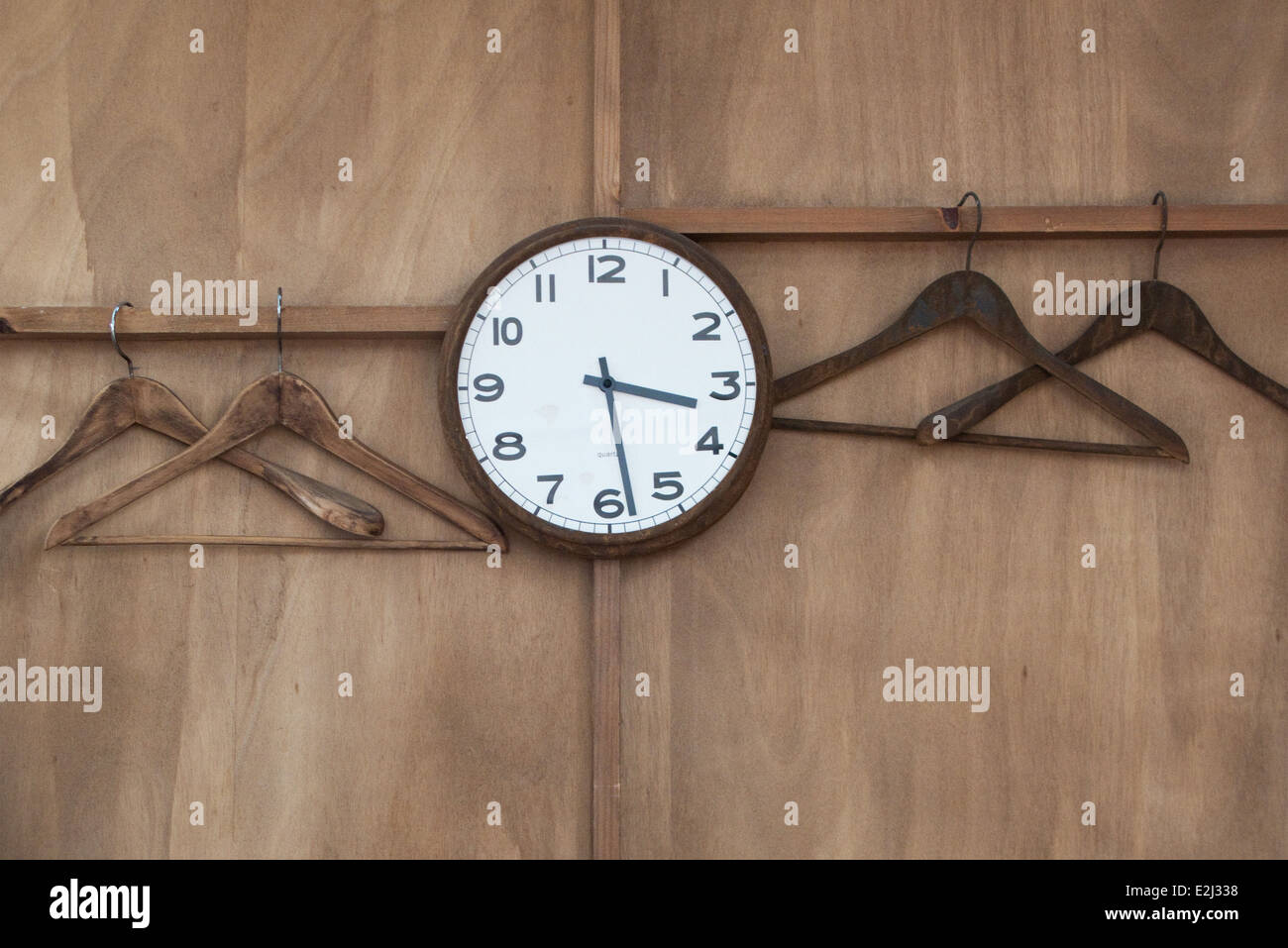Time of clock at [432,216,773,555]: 3:28
